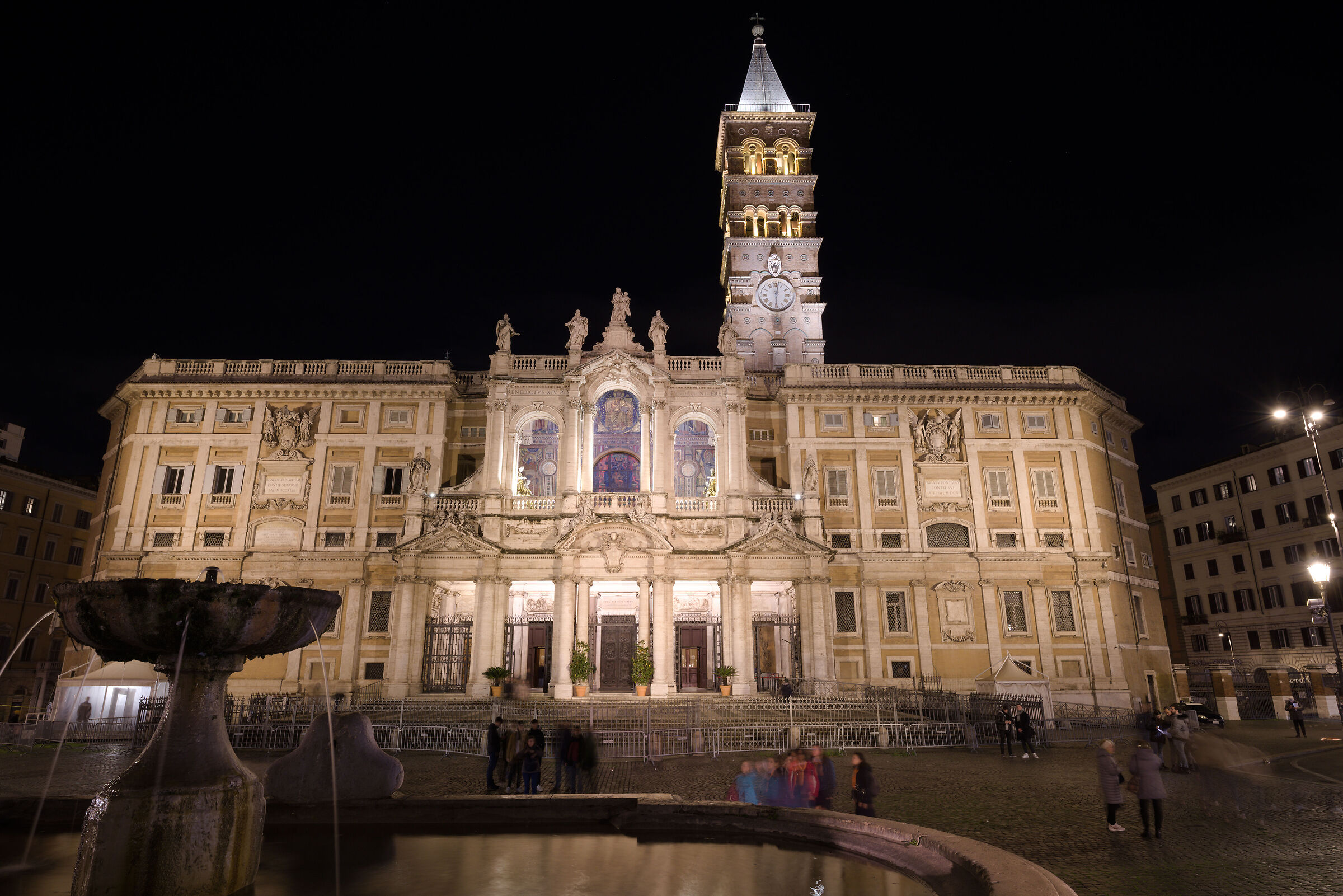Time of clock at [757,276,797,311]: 6:01
